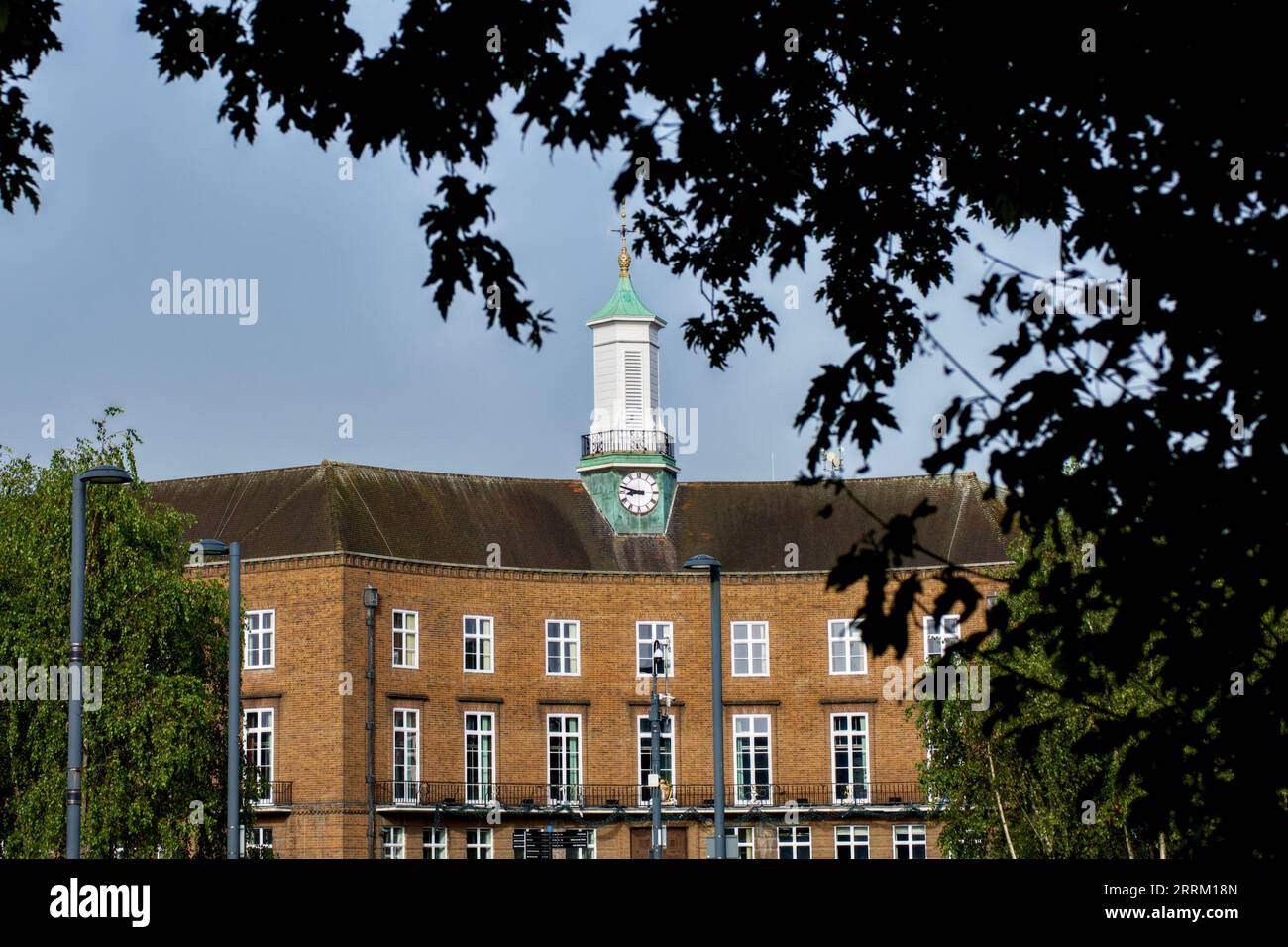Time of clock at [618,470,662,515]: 8:47
